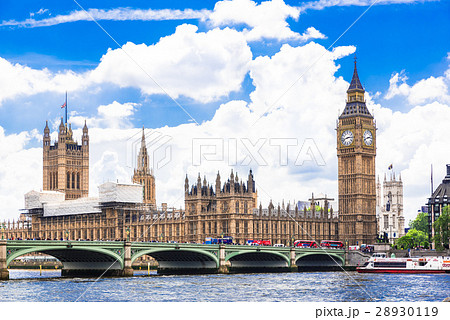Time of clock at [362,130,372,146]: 2:41
